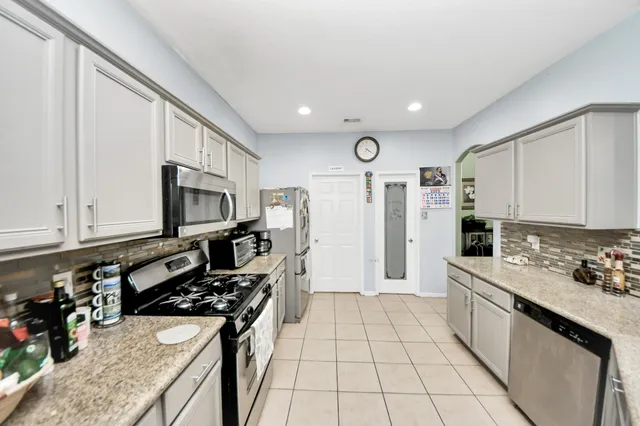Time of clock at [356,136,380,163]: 4:20
